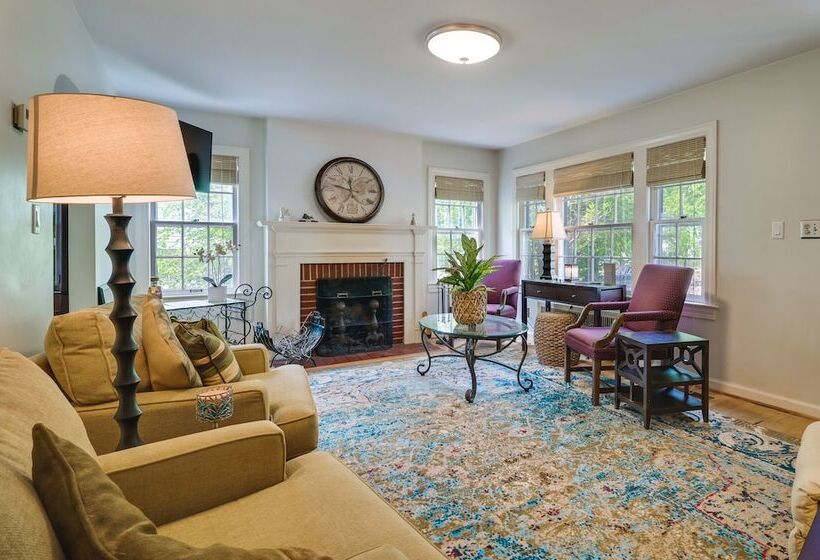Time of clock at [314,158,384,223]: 11:47
